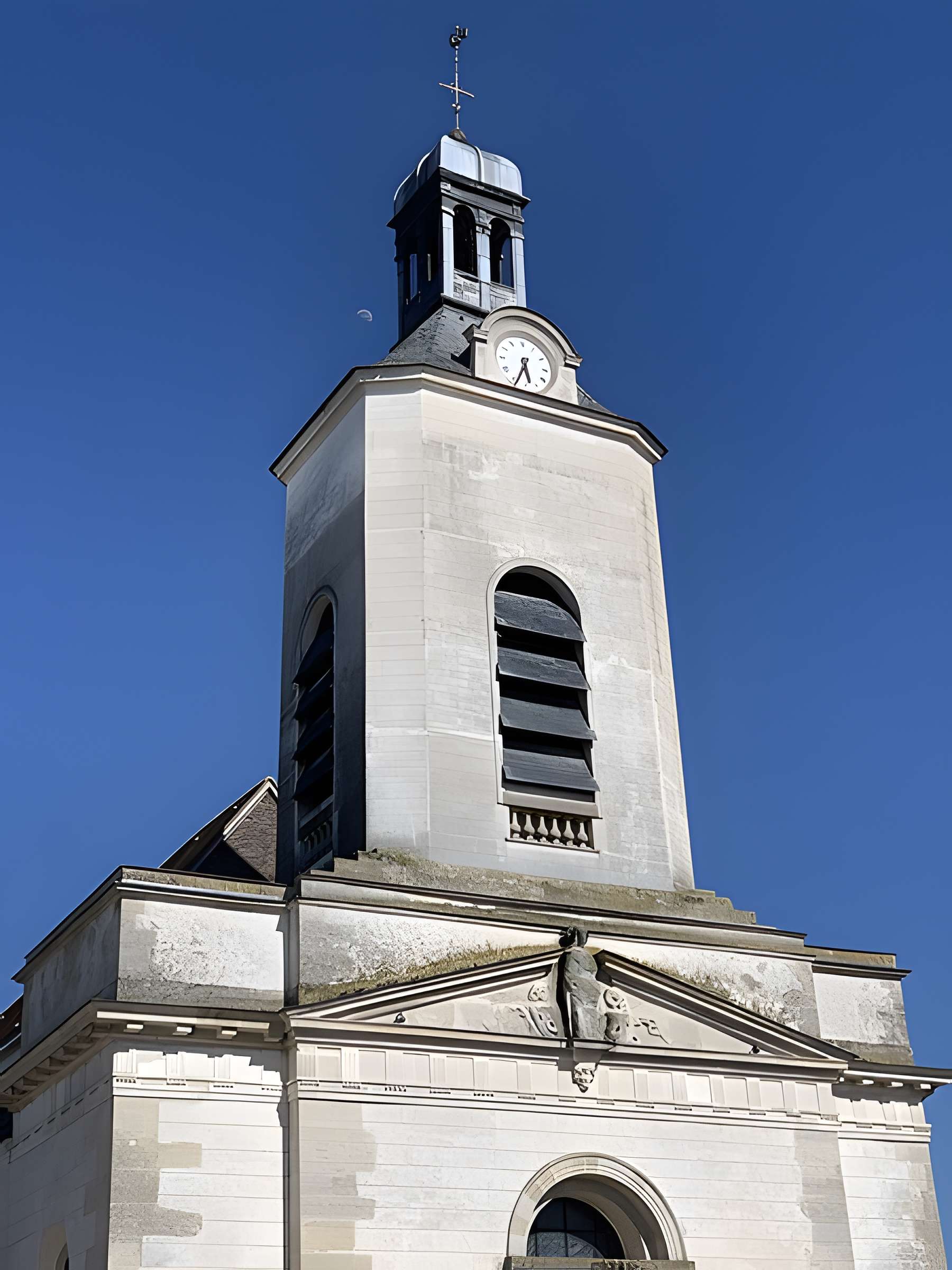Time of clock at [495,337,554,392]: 5:33
